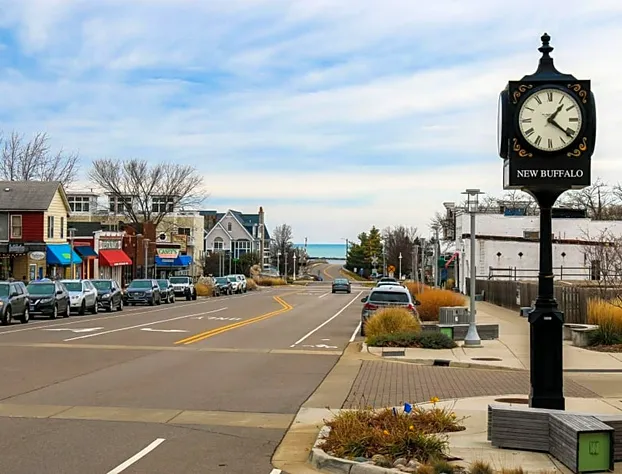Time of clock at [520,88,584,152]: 1:21
